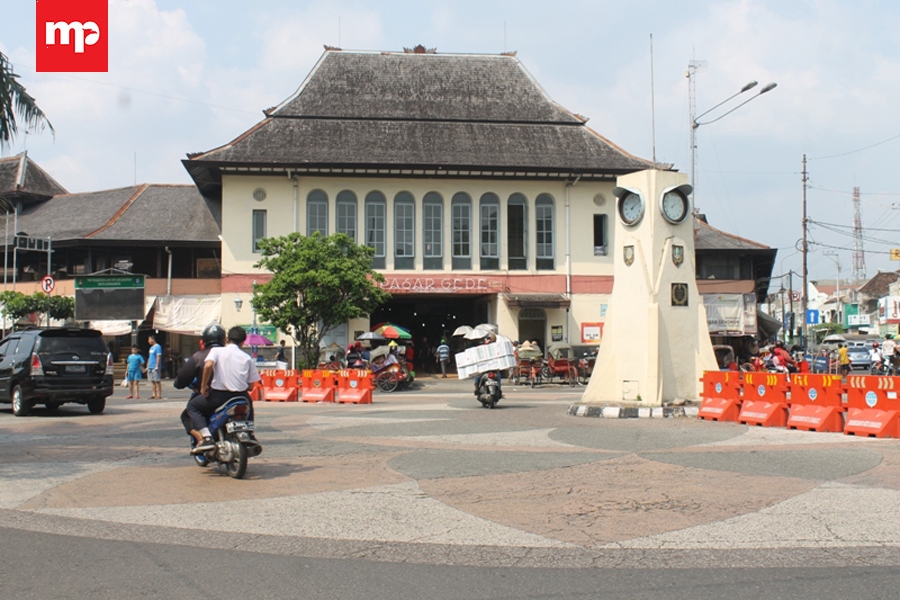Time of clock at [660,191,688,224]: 1:11
